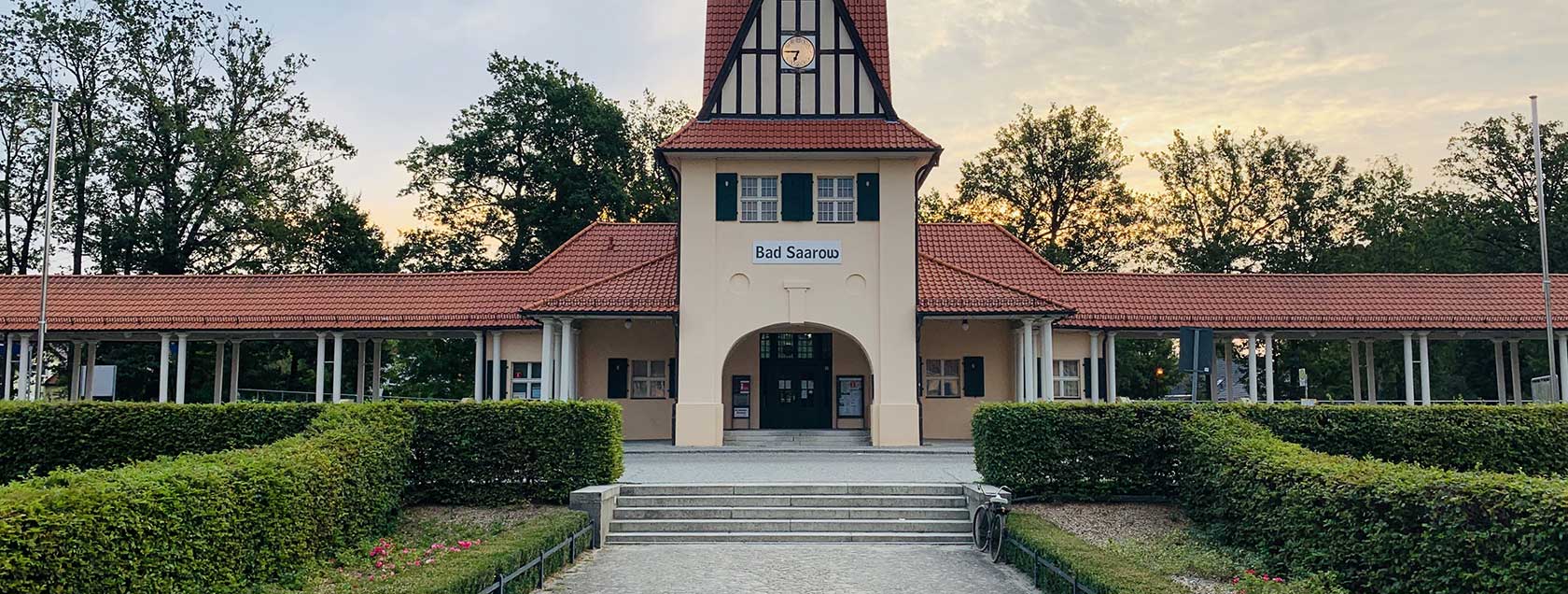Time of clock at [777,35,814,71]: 6:45
